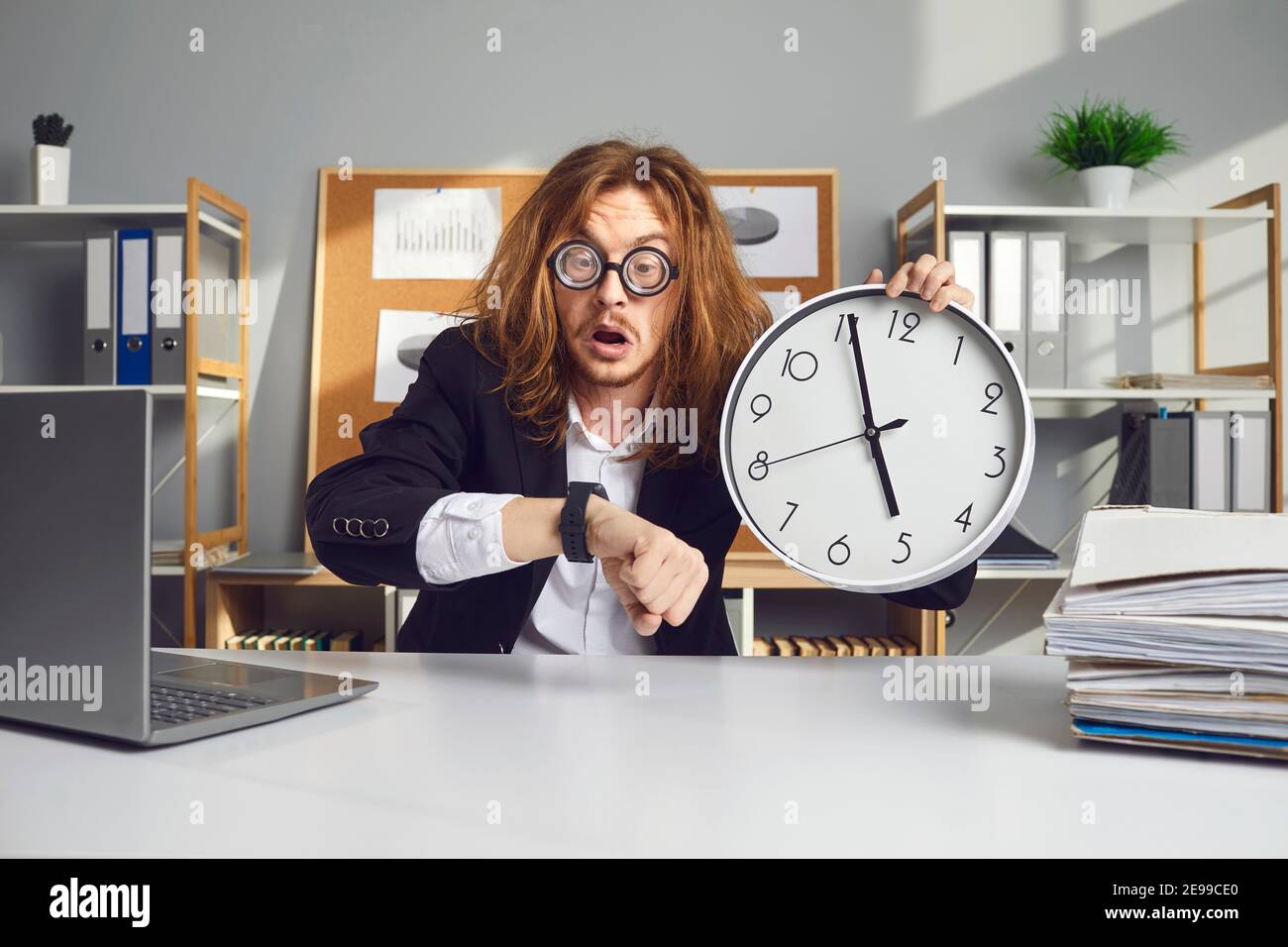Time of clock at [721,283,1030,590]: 4:55
